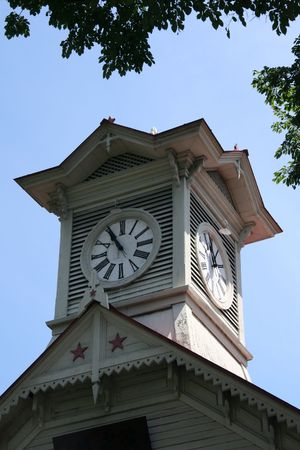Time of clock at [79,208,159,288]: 10:55
